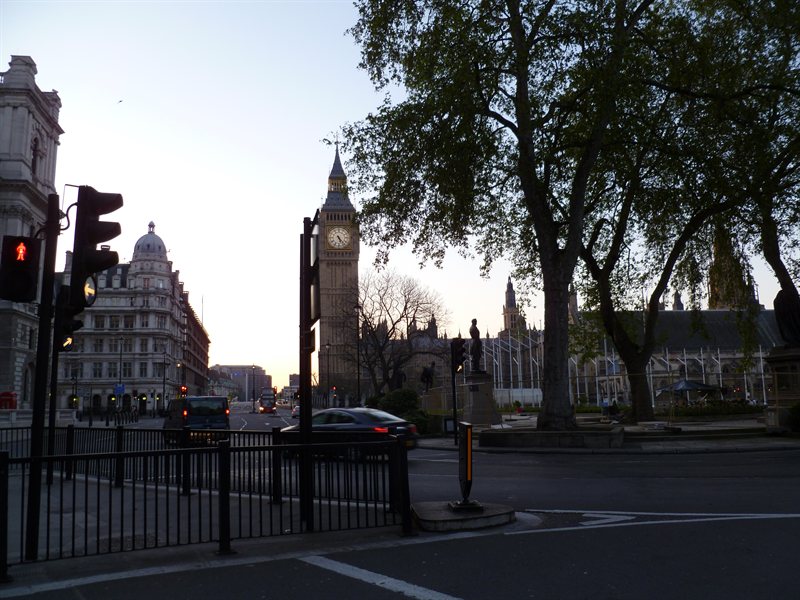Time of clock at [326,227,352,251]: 5:23
